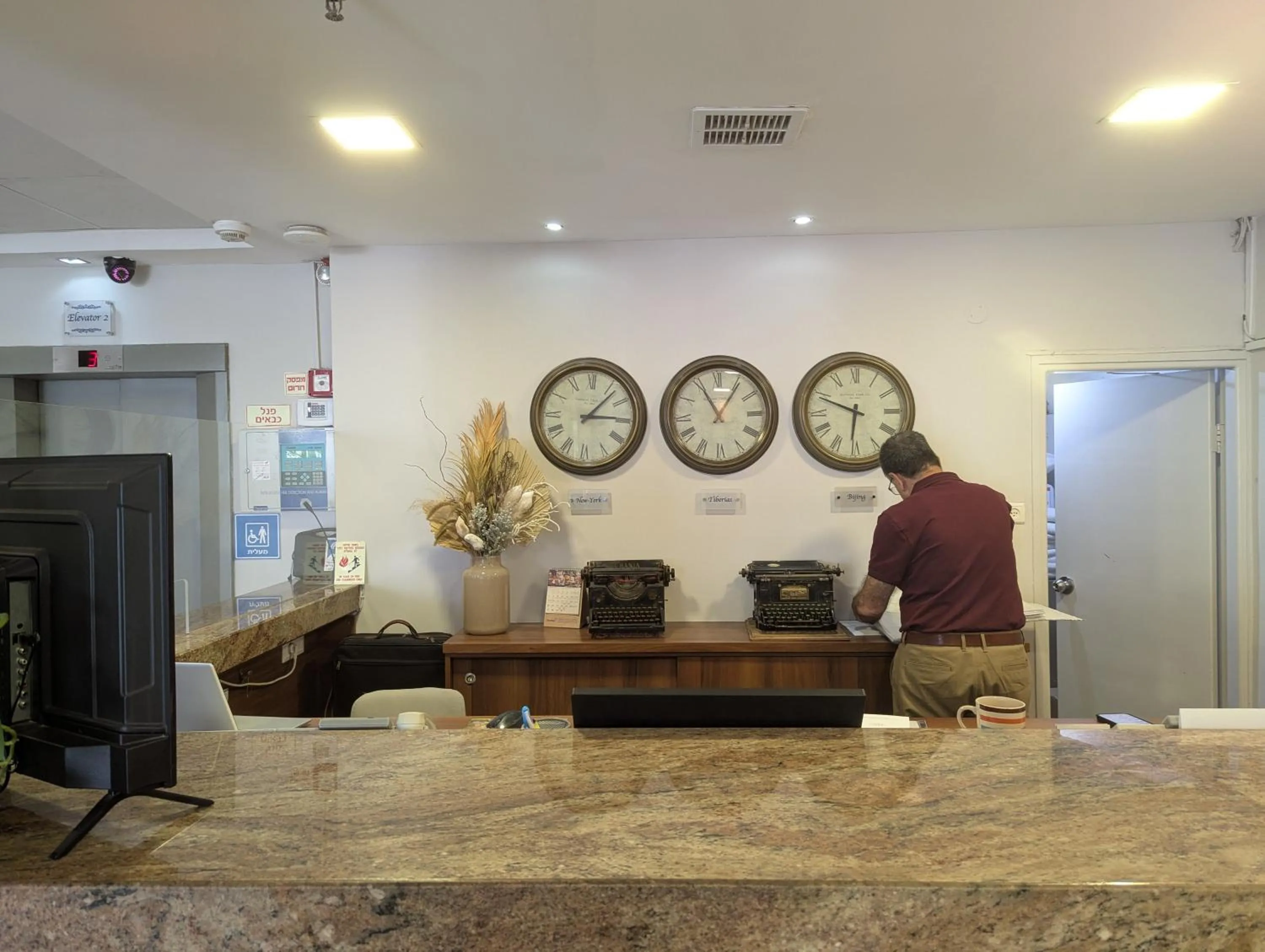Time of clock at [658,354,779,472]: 11:05
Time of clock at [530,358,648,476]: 1:14
